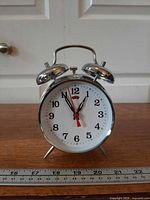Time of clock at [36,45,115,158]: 12:55
